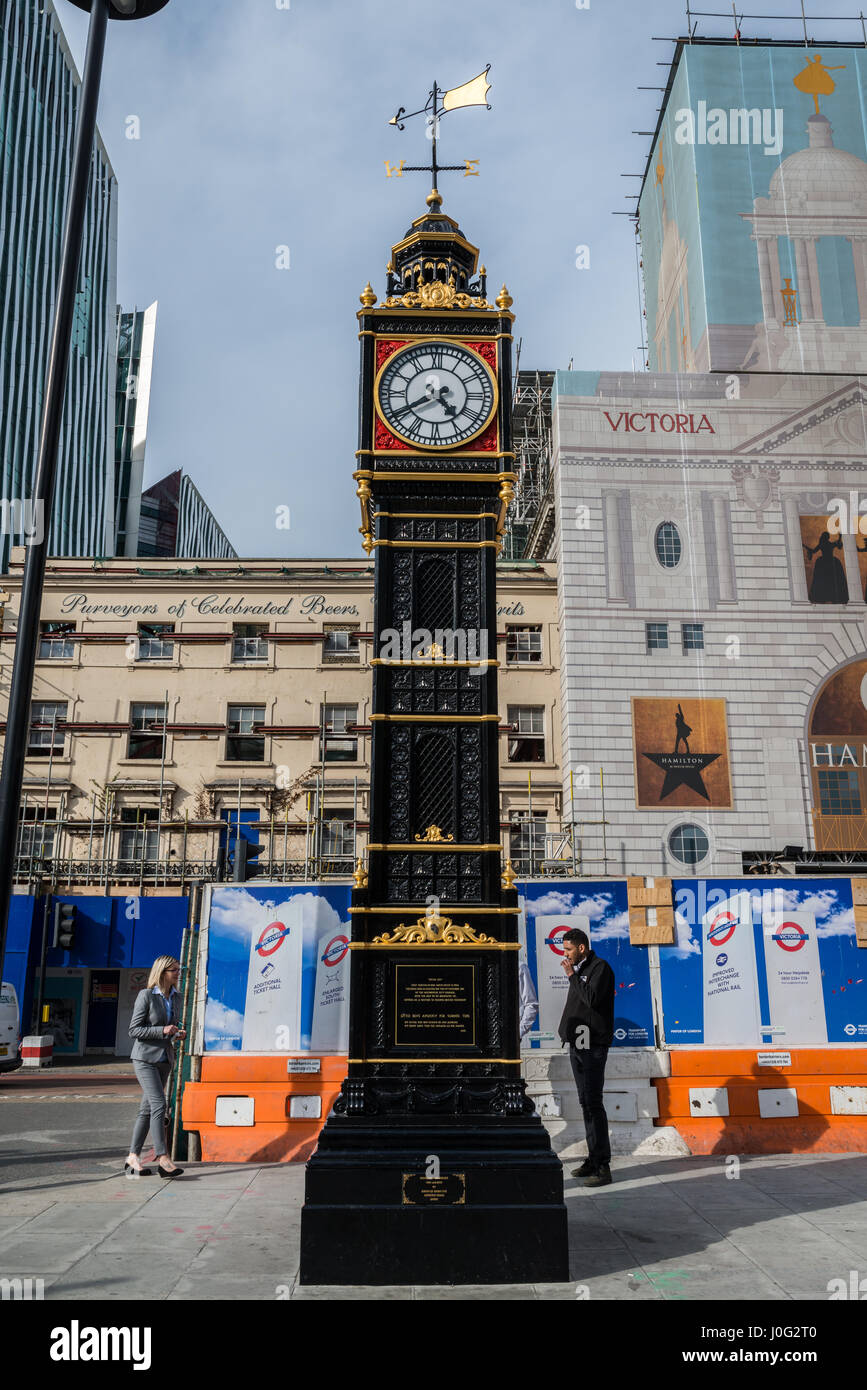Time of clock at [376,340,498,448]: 4:40
